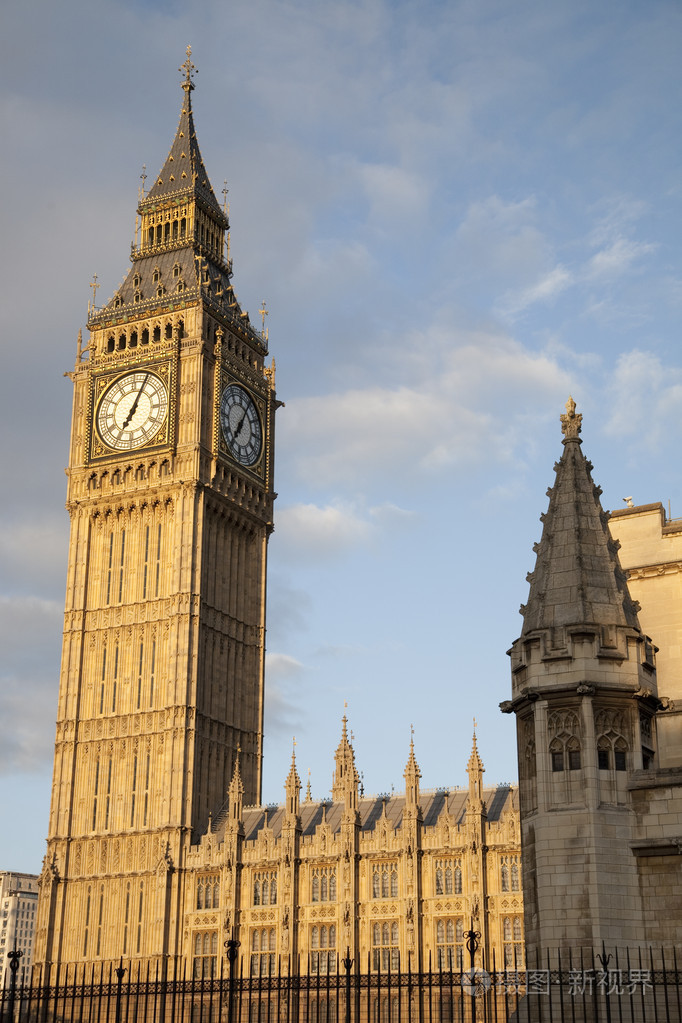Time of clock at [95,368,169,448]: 7:04
